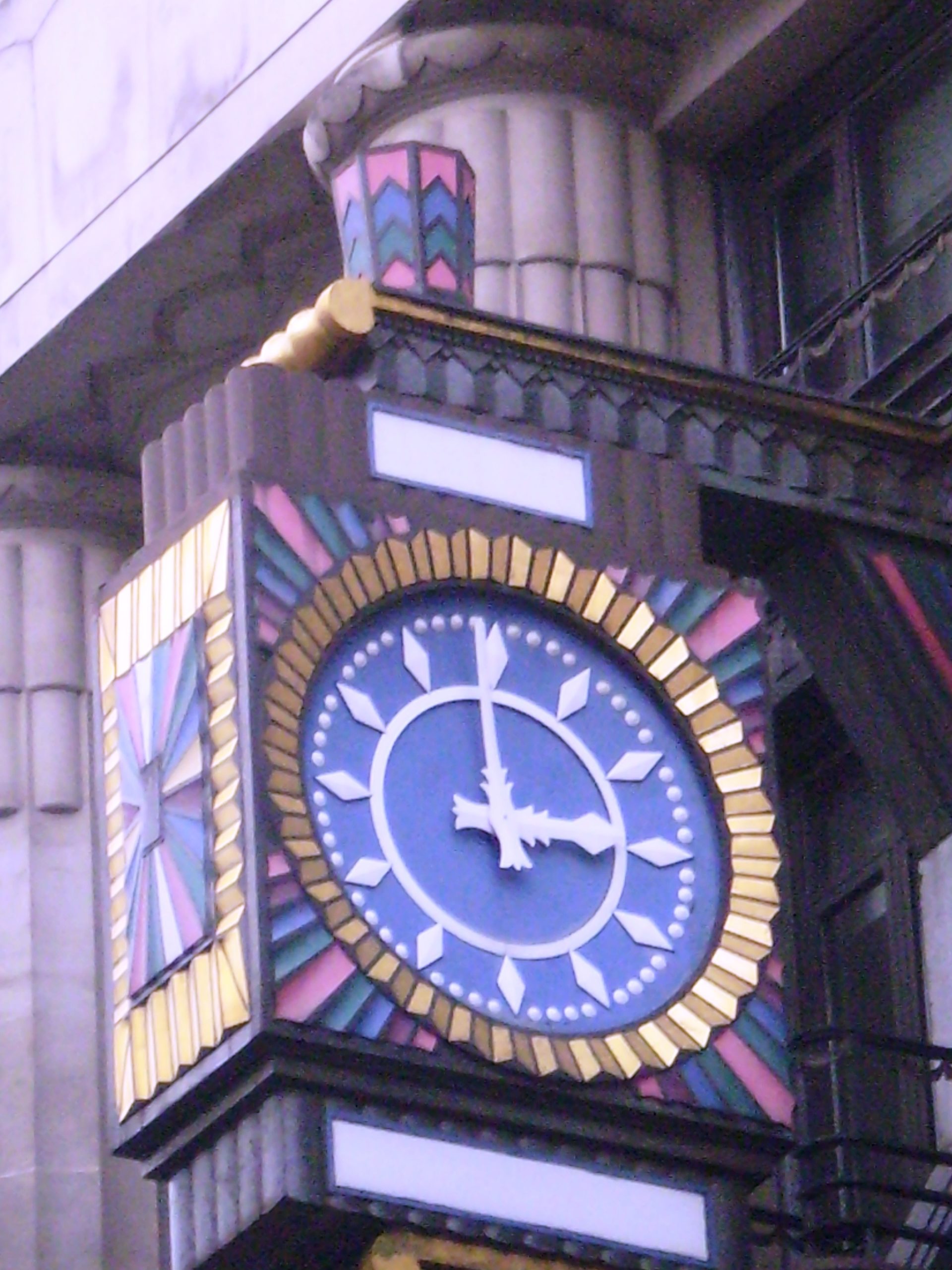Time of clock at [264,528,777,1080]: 2:59
